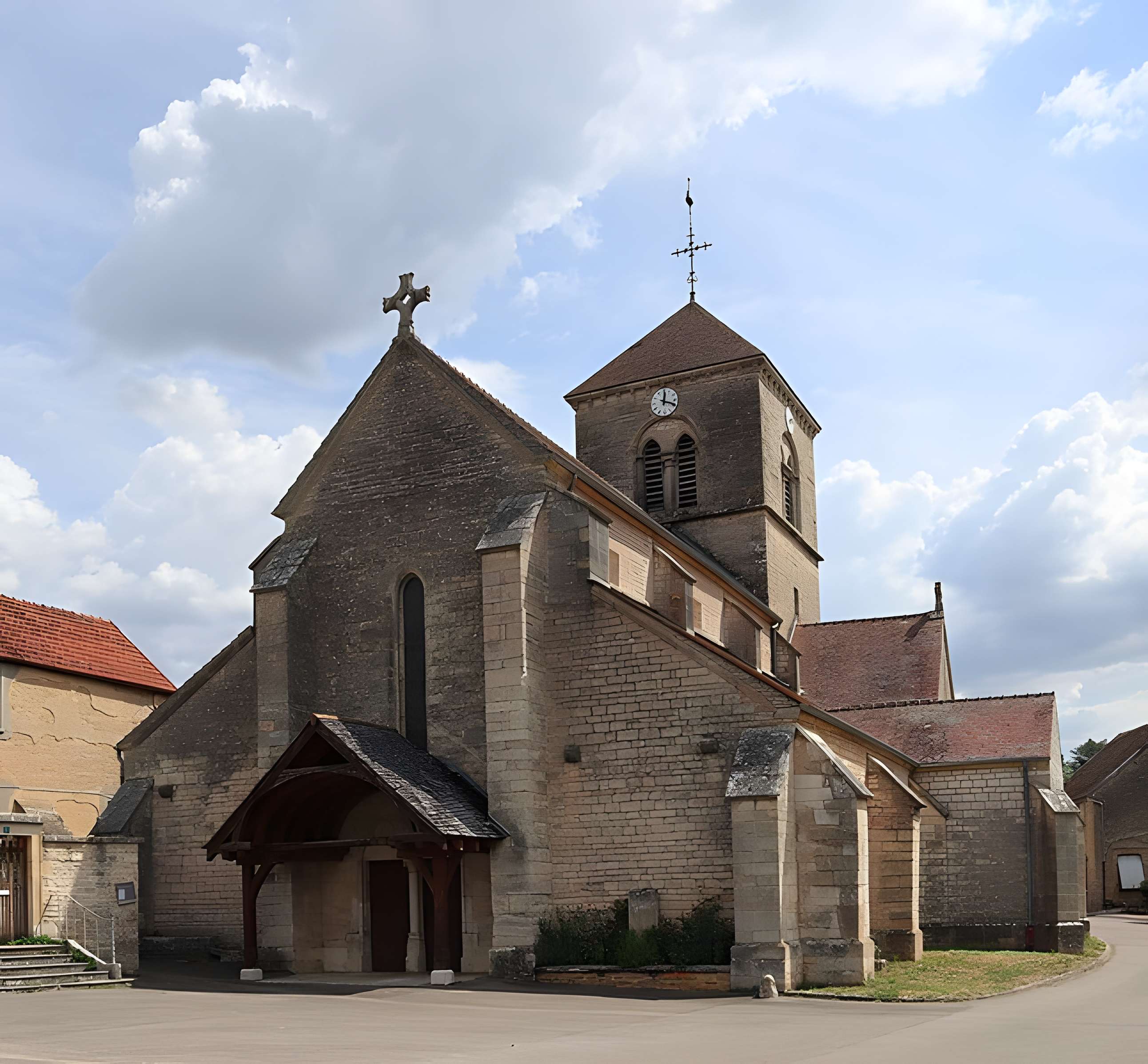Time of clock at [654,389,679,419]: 12:18
